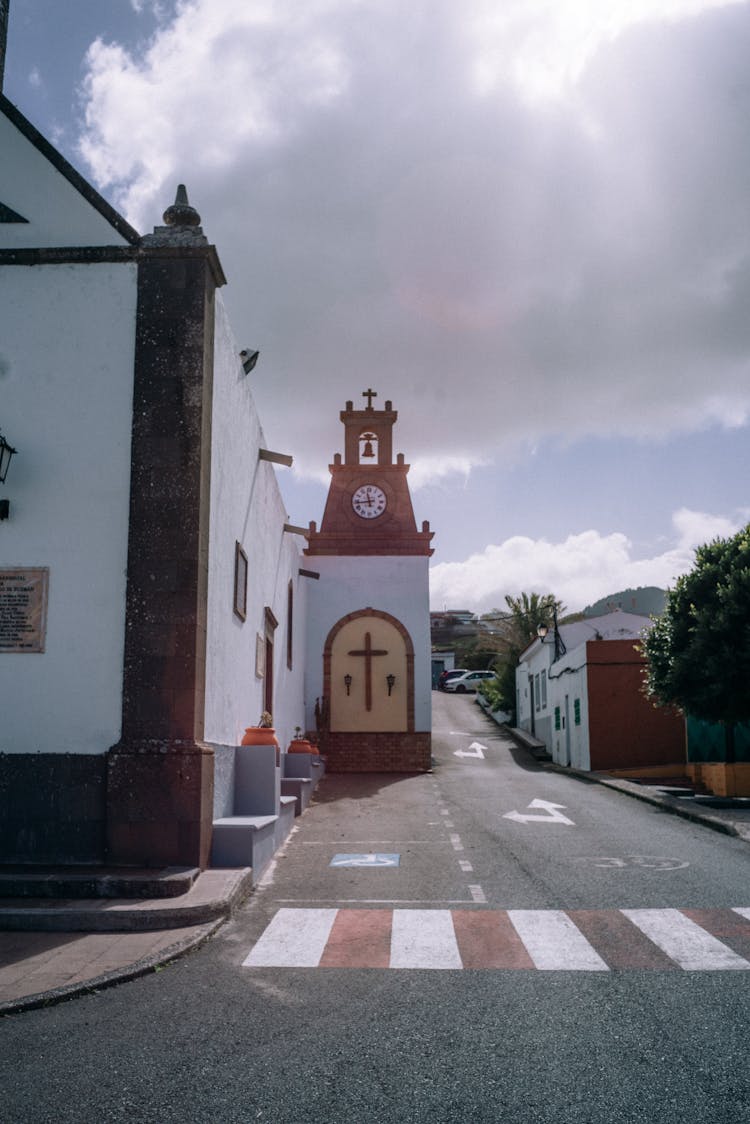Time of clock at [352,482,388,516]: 11:43
